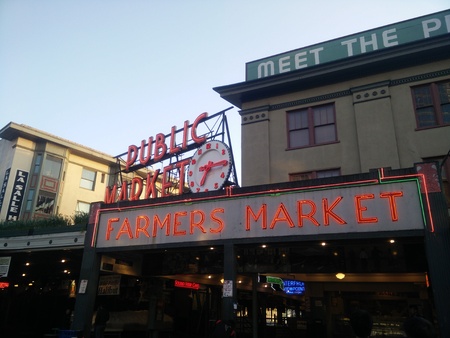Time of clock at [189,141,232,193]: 7:15
